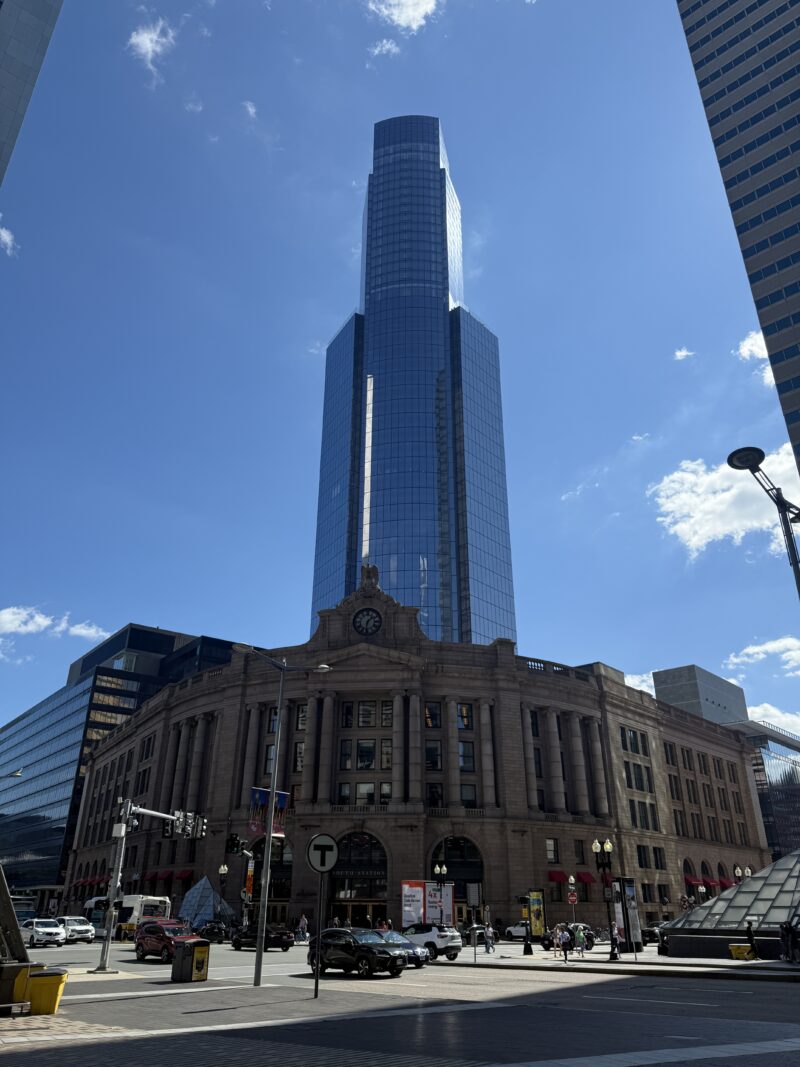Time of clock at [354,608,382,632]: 1:32
